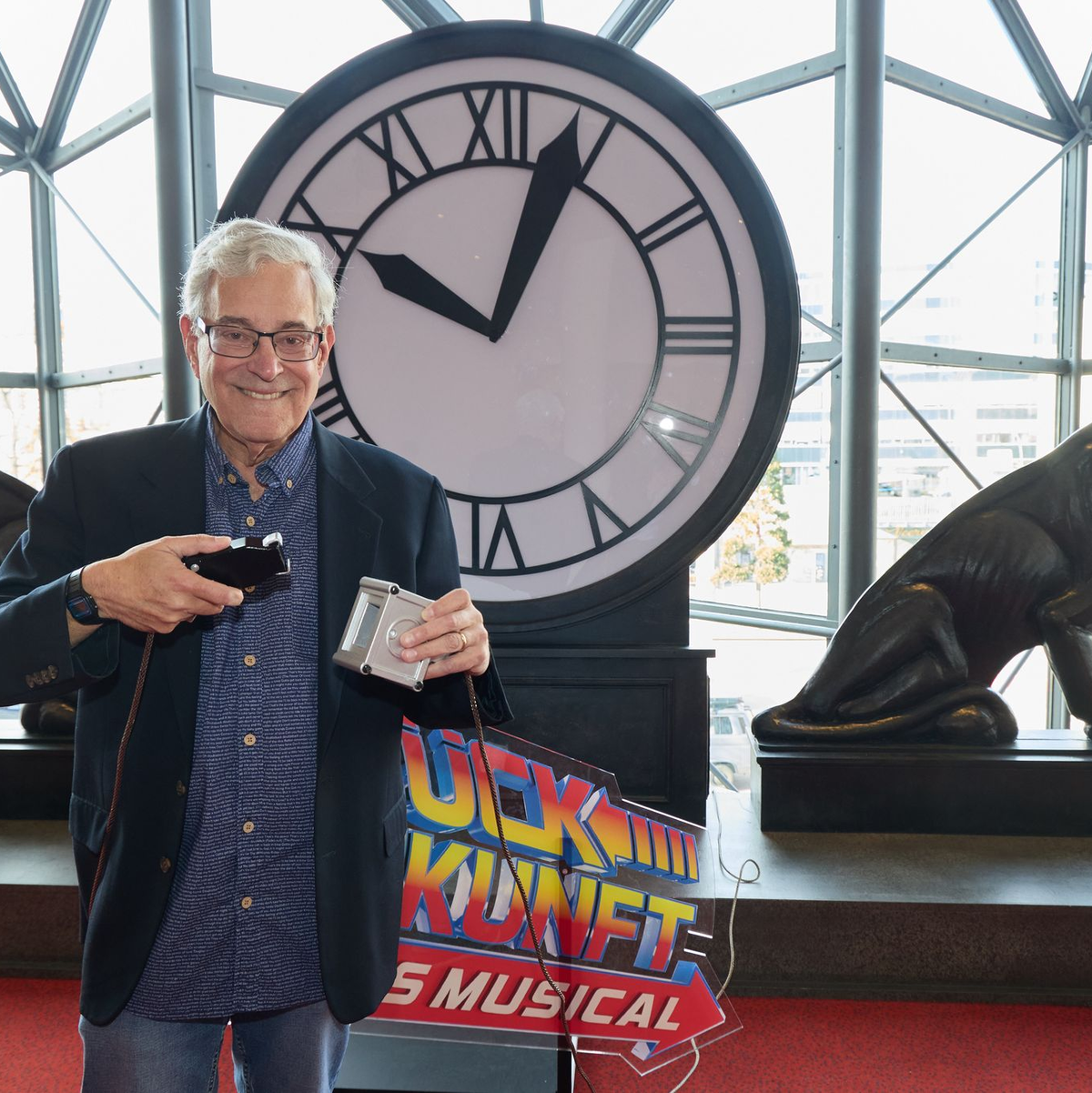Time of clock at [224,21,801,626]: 10:03
